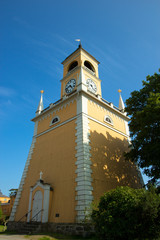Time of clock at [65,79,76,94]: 4:42
